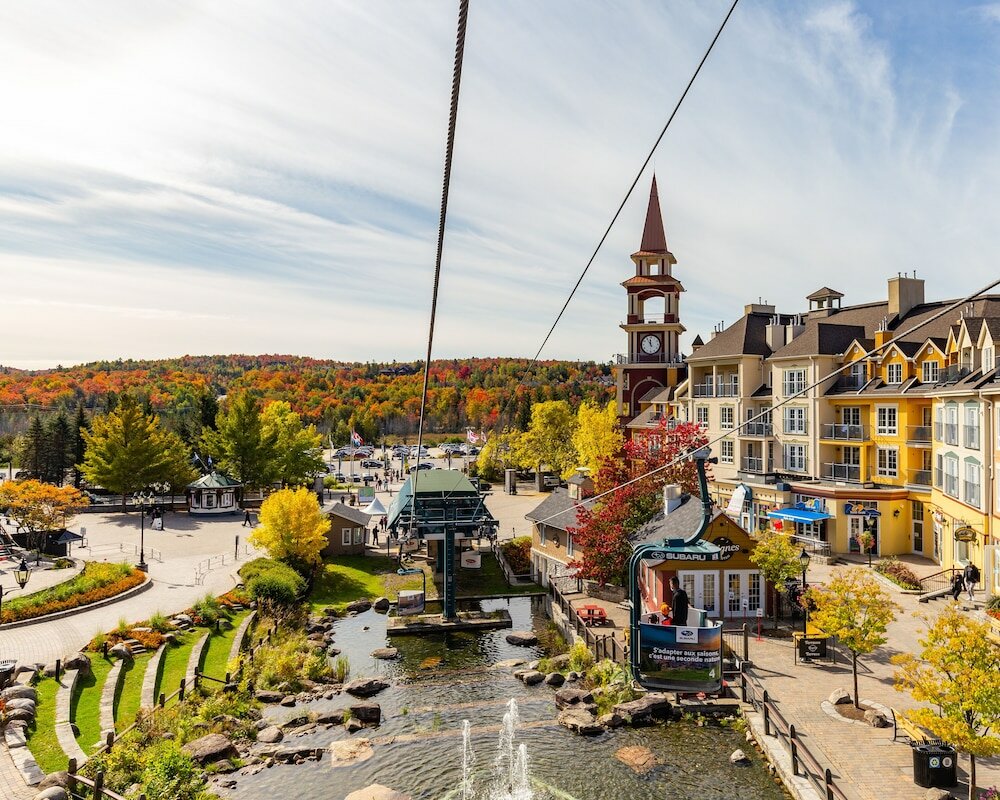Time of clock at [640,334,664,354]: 11:54
